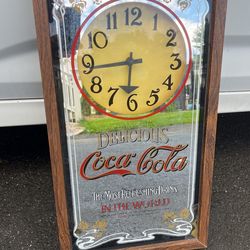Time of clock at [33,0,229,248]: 5:44
